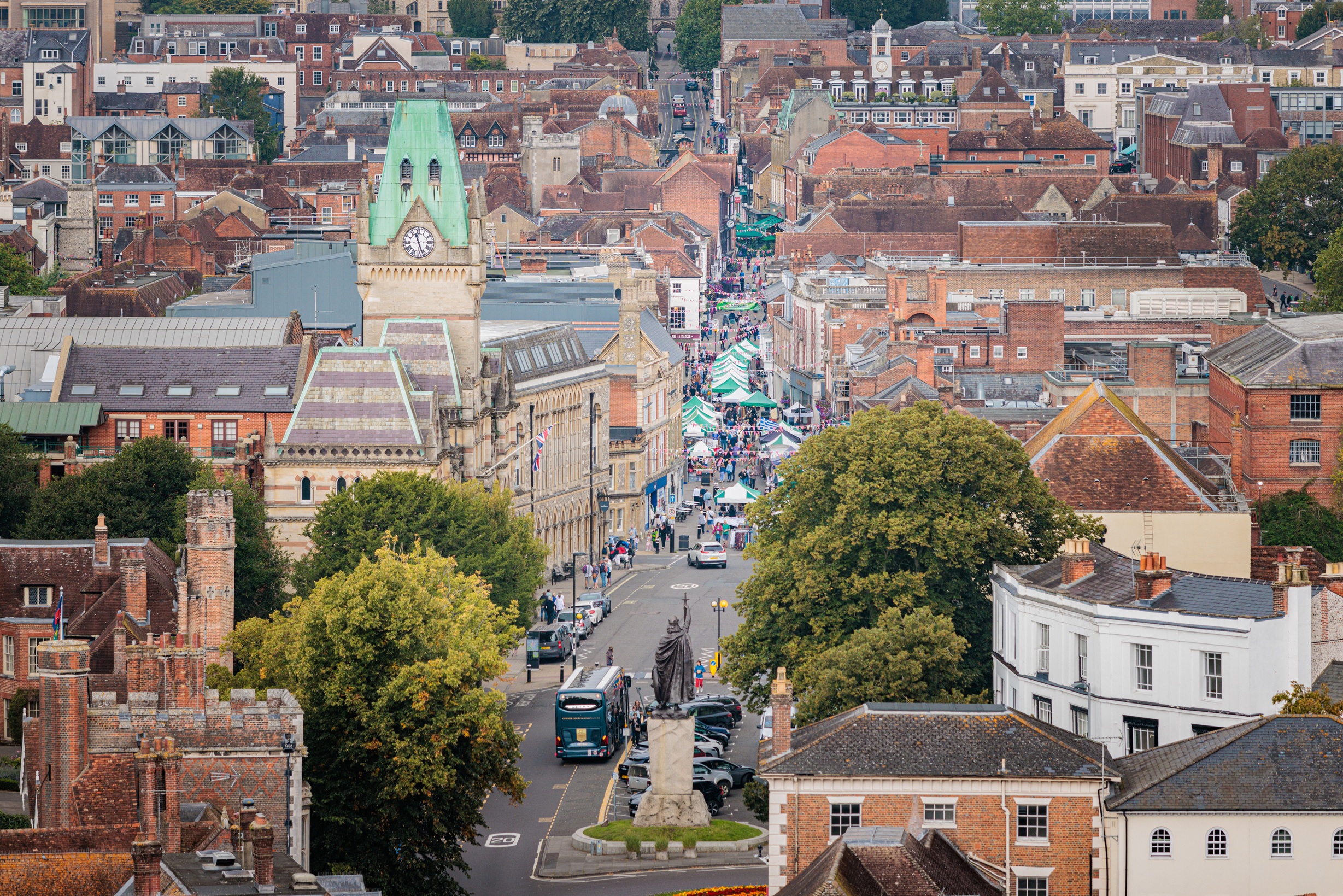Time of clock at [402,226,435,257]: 11:26
